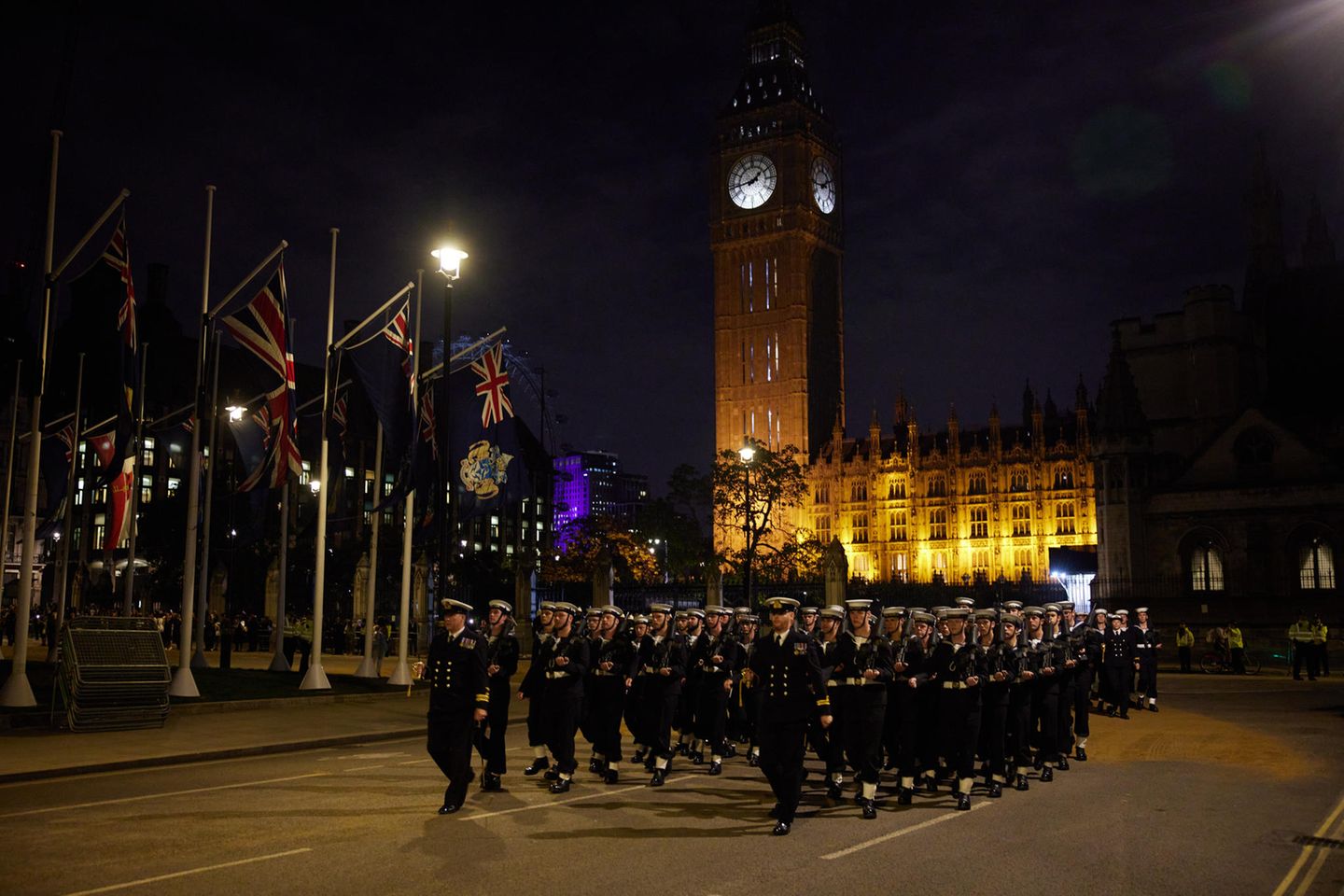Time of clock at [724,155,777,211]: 1:43
